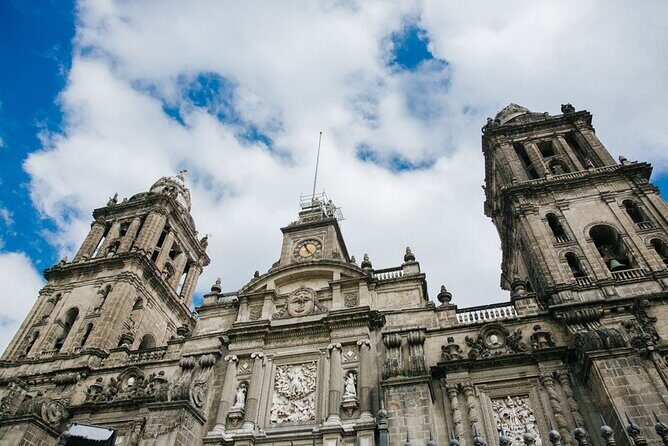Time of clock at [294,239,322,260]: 11:22
